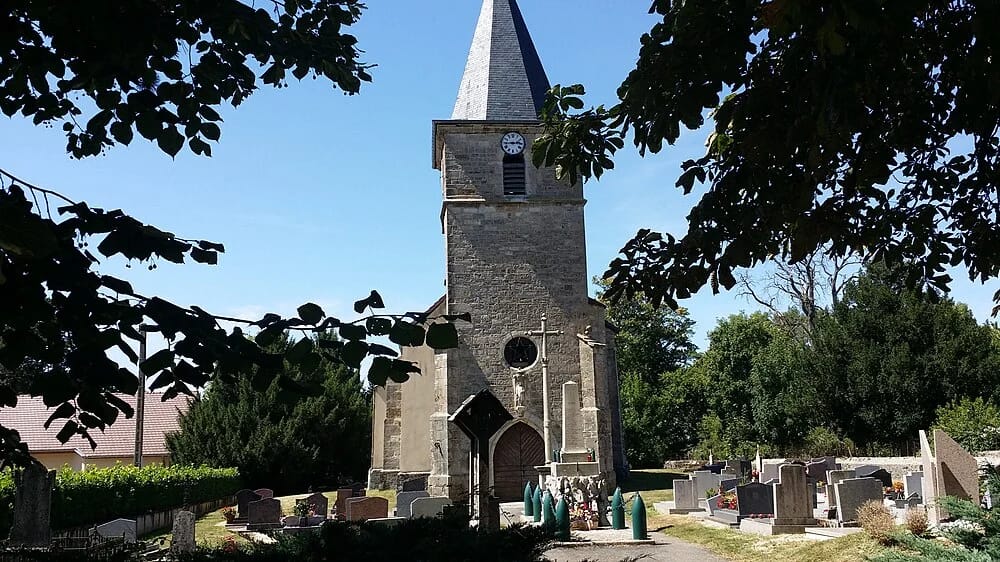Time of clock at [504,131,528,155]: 2:44
